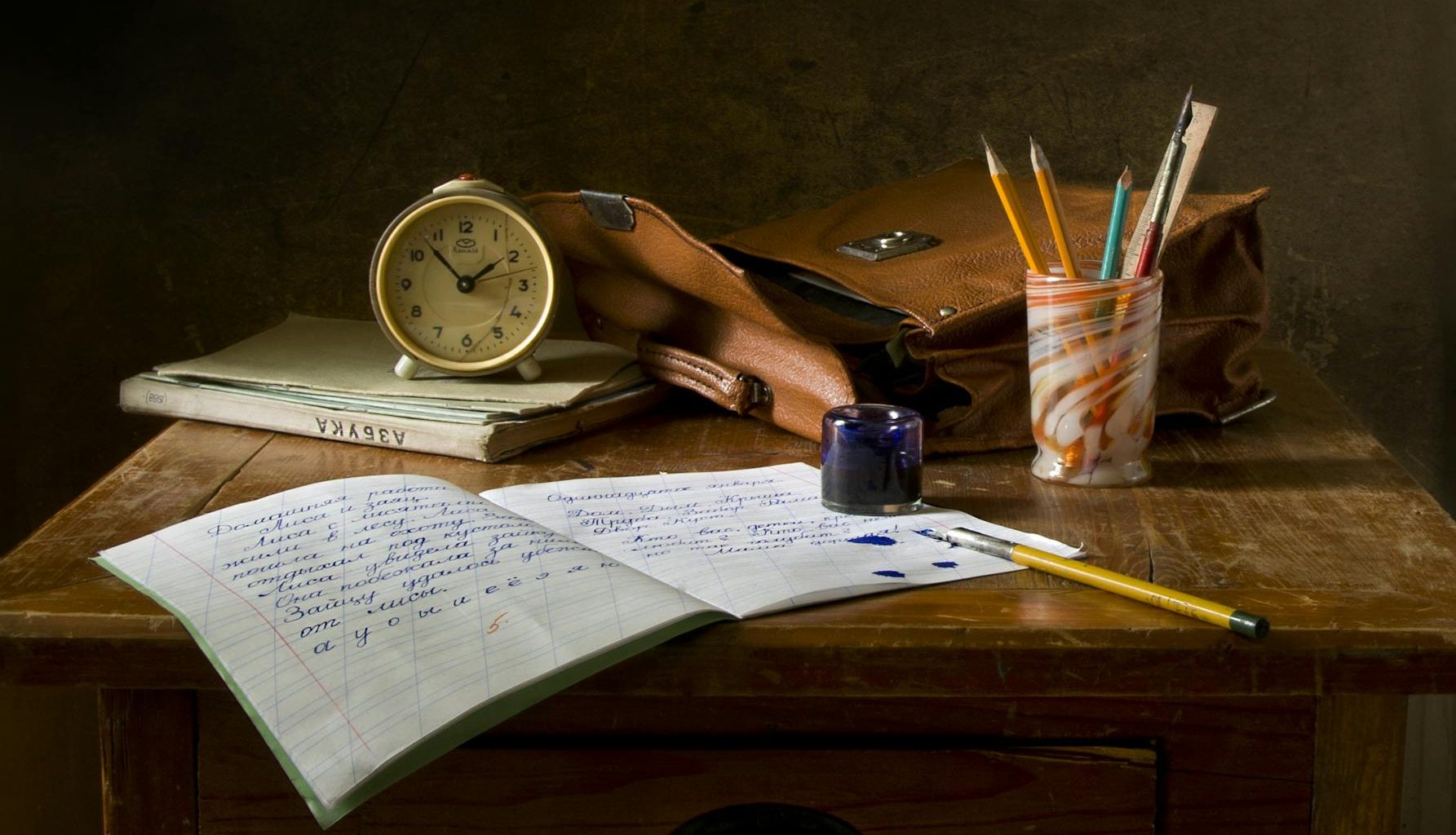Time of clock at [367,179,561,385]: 1:52
